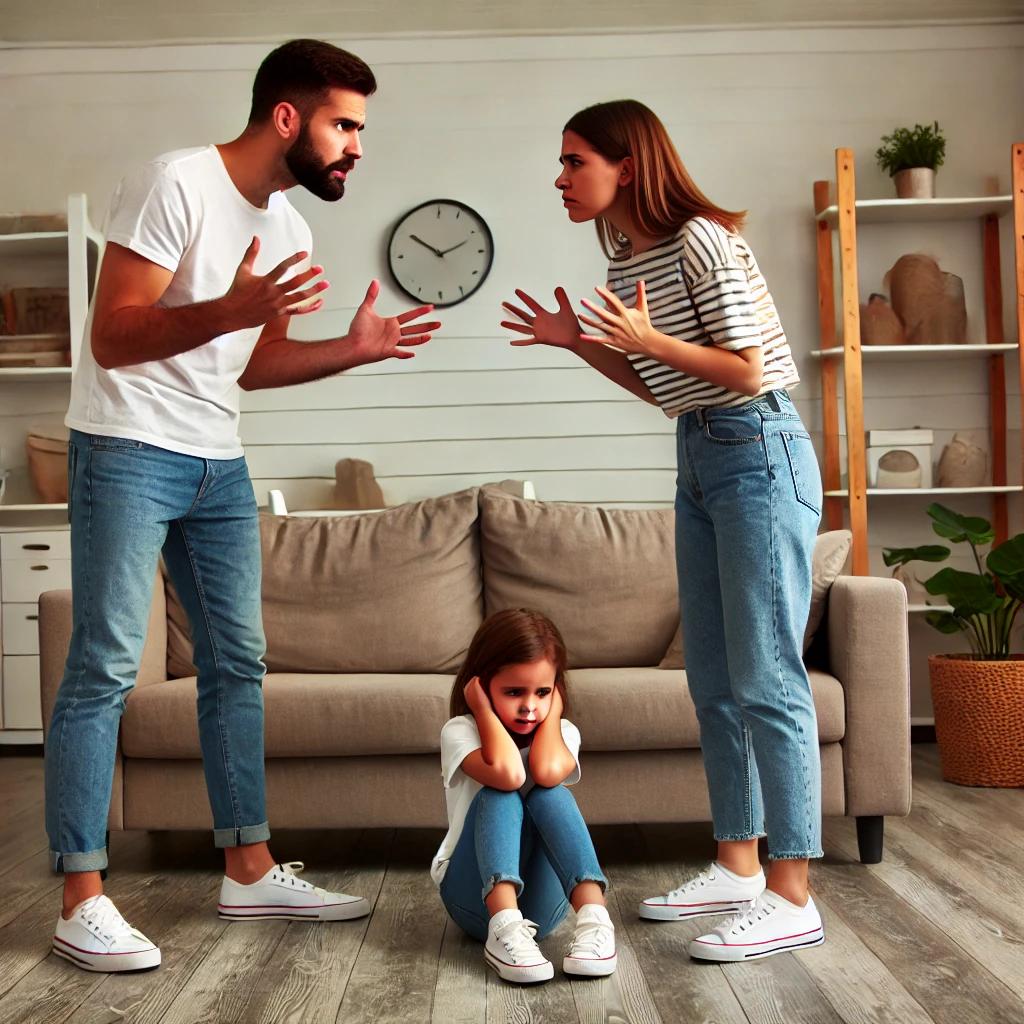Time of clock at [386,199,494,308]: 10:11
